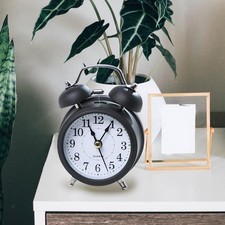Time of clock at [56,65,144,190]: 11:05
